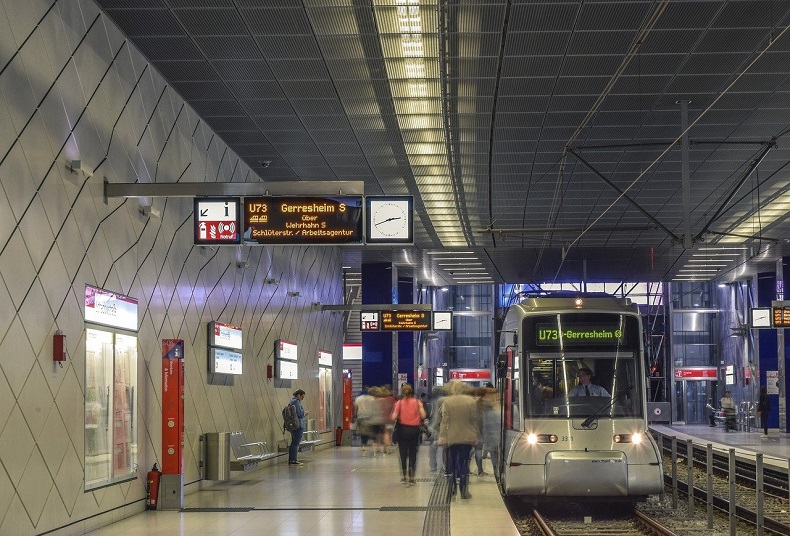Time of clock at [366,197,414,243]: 2:41
